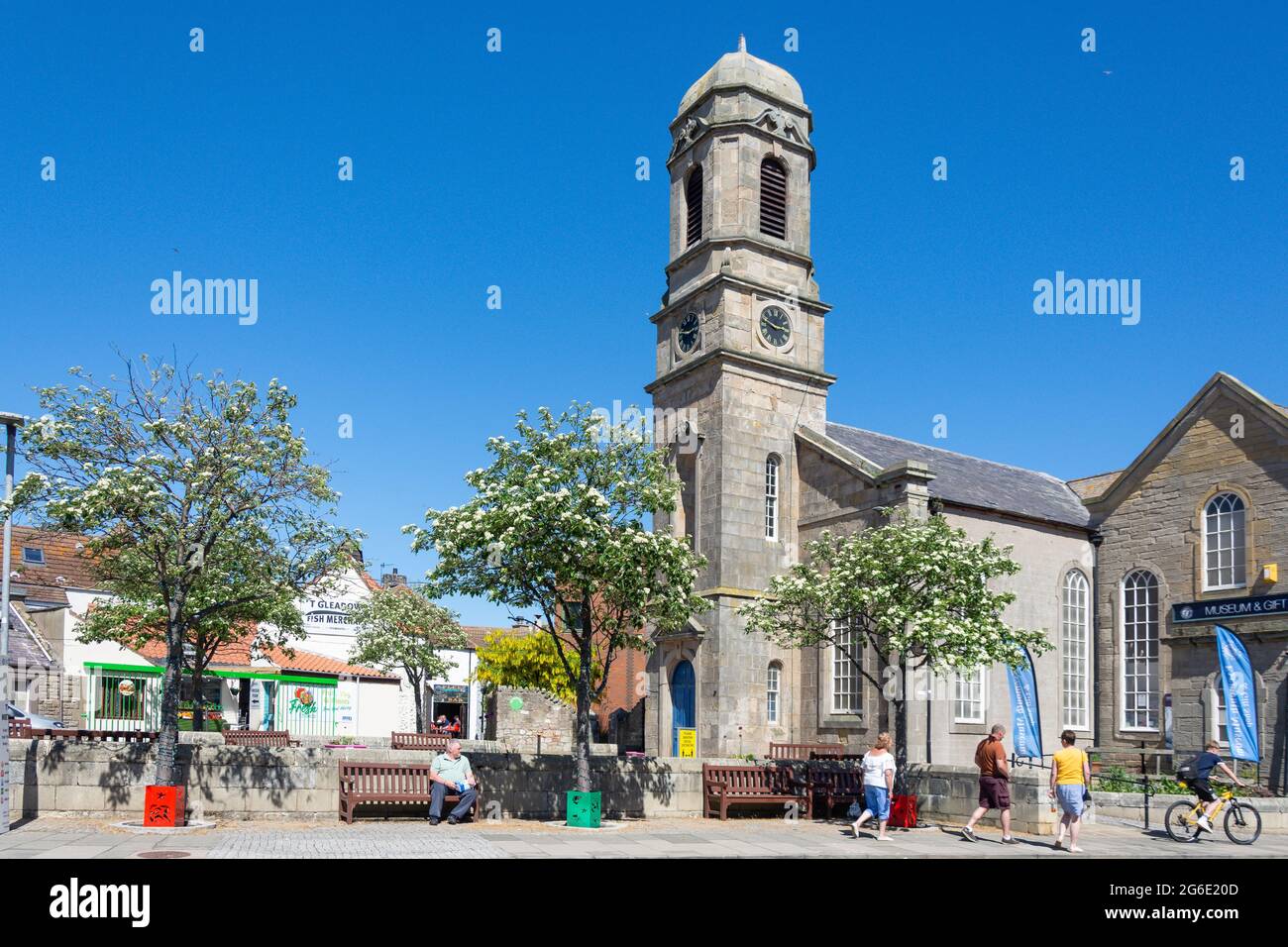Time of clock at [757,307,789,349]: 2:48
